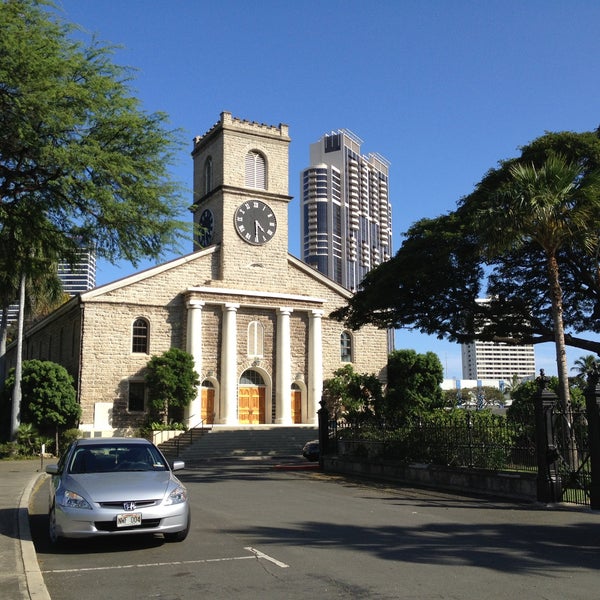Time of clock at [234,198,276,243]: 4:29
